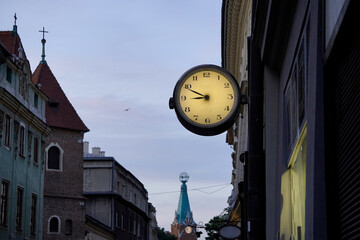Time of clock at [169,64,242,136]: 8:49
